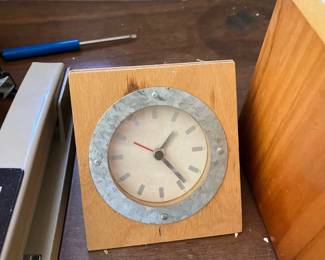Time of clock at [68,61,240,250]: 1:23
